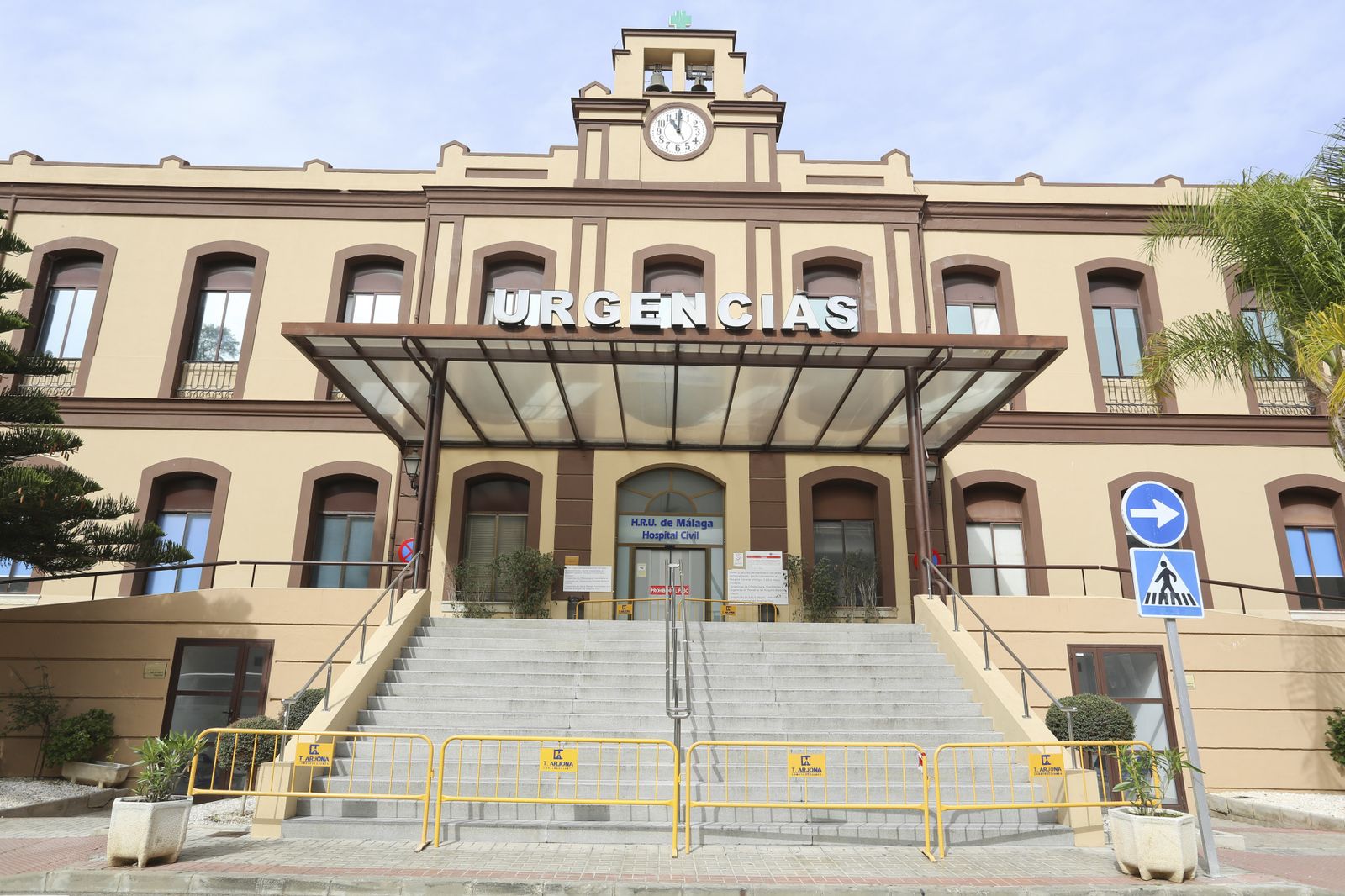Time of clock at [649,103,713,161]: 11:00
